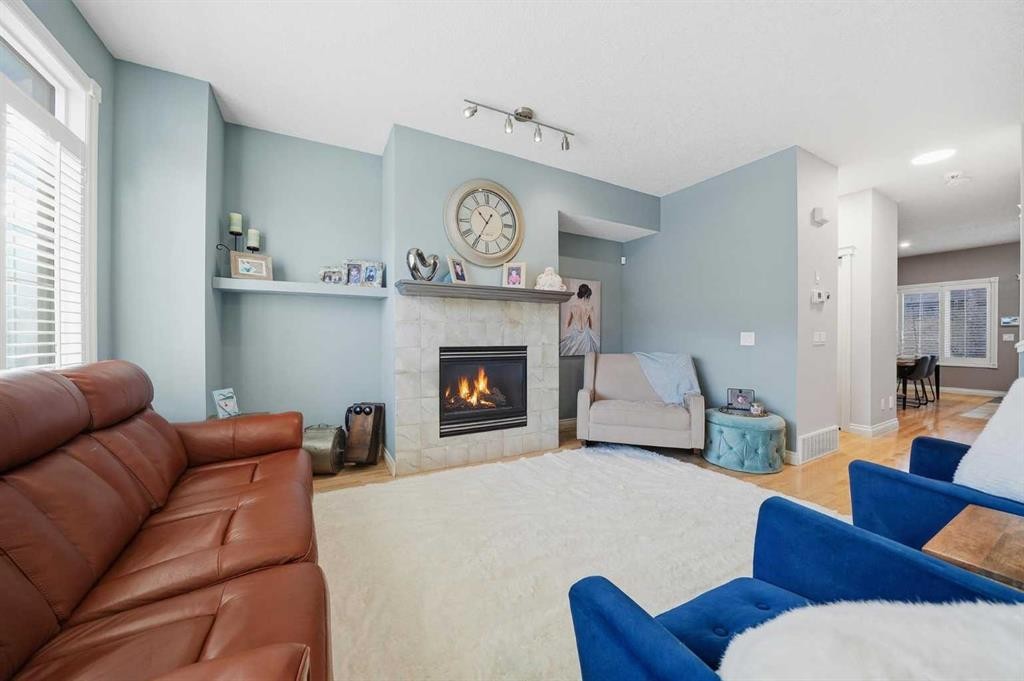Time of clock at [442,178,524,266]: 10:35
